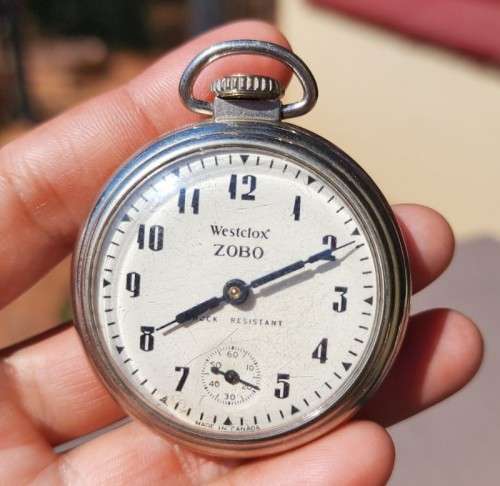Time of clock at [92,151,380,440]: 8:10
